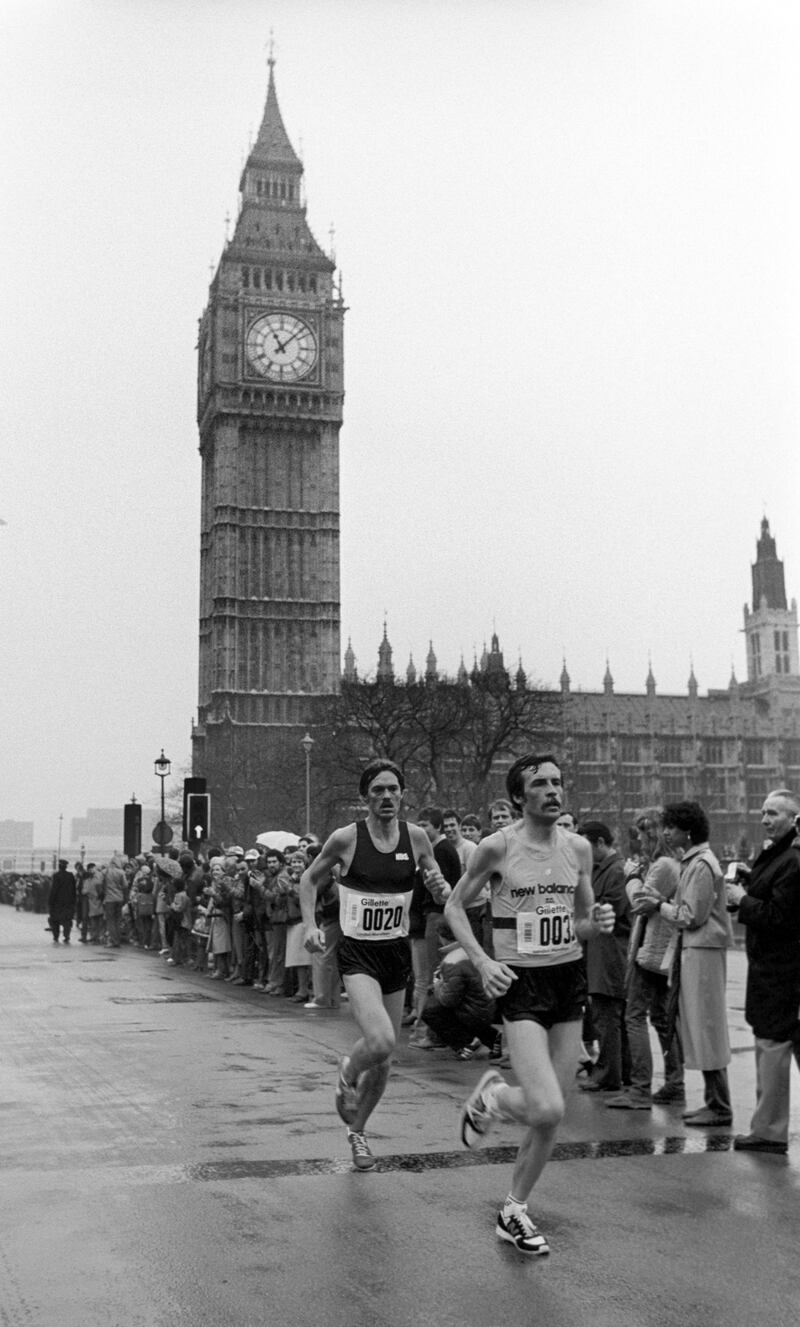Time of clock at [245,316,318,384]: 11:07
